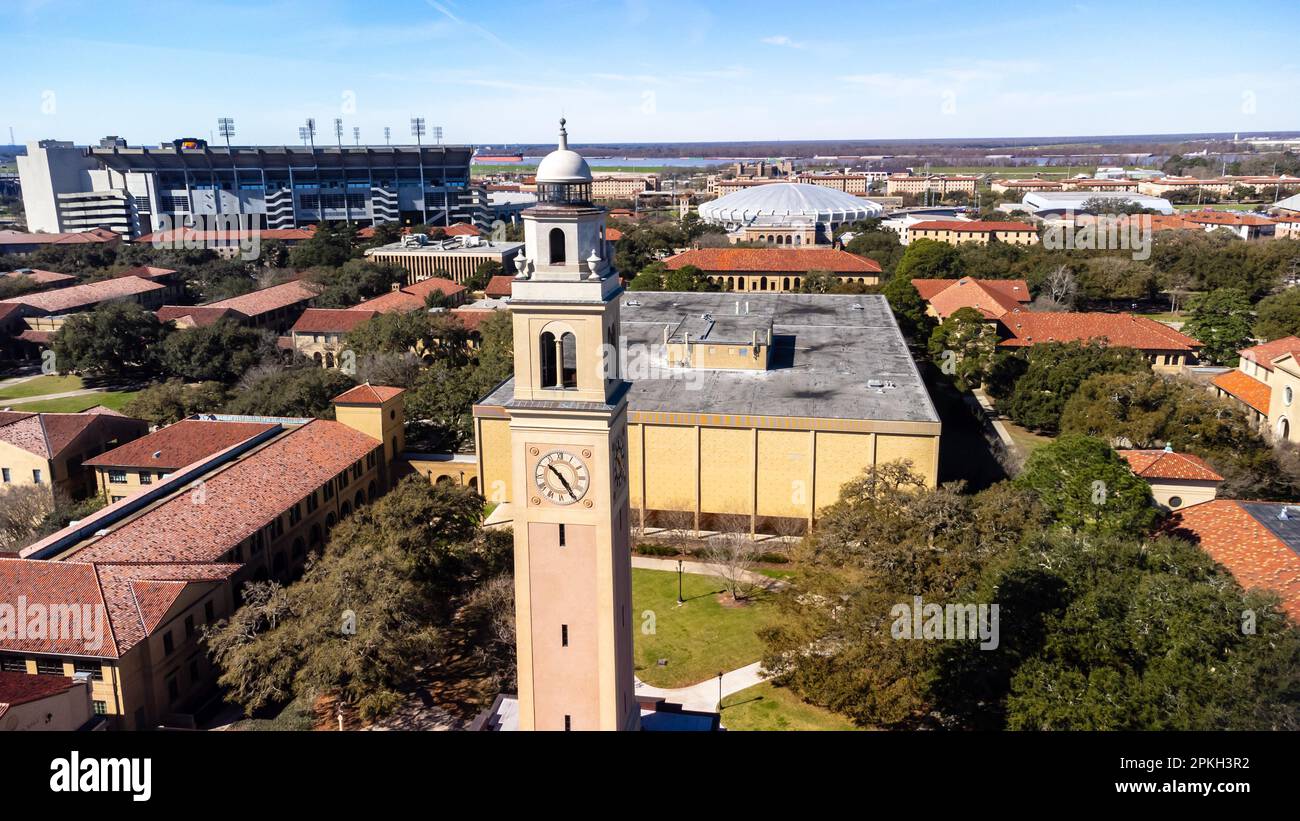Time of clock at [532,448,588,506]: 10:24
